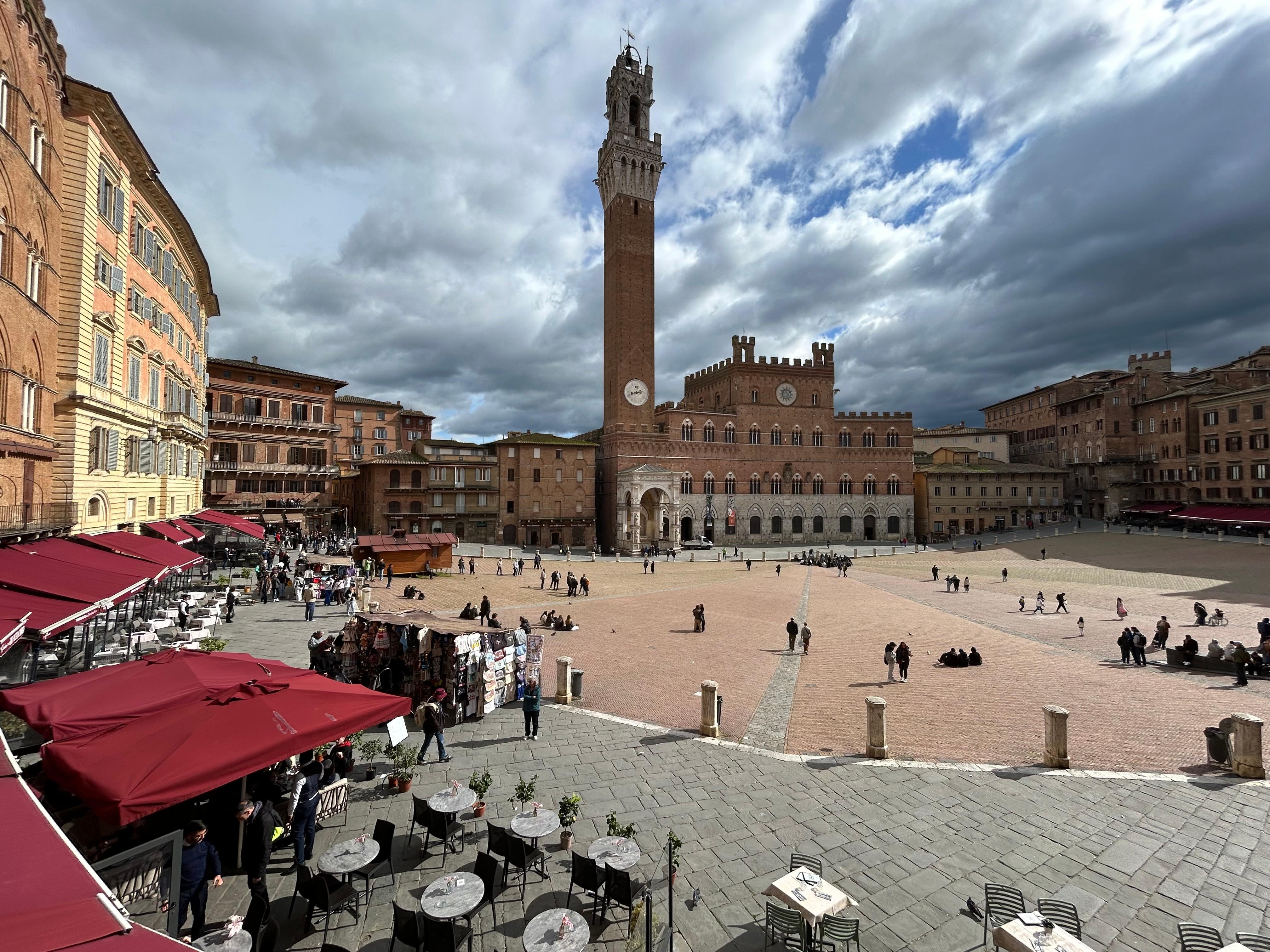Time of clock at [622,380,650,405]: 8:12
